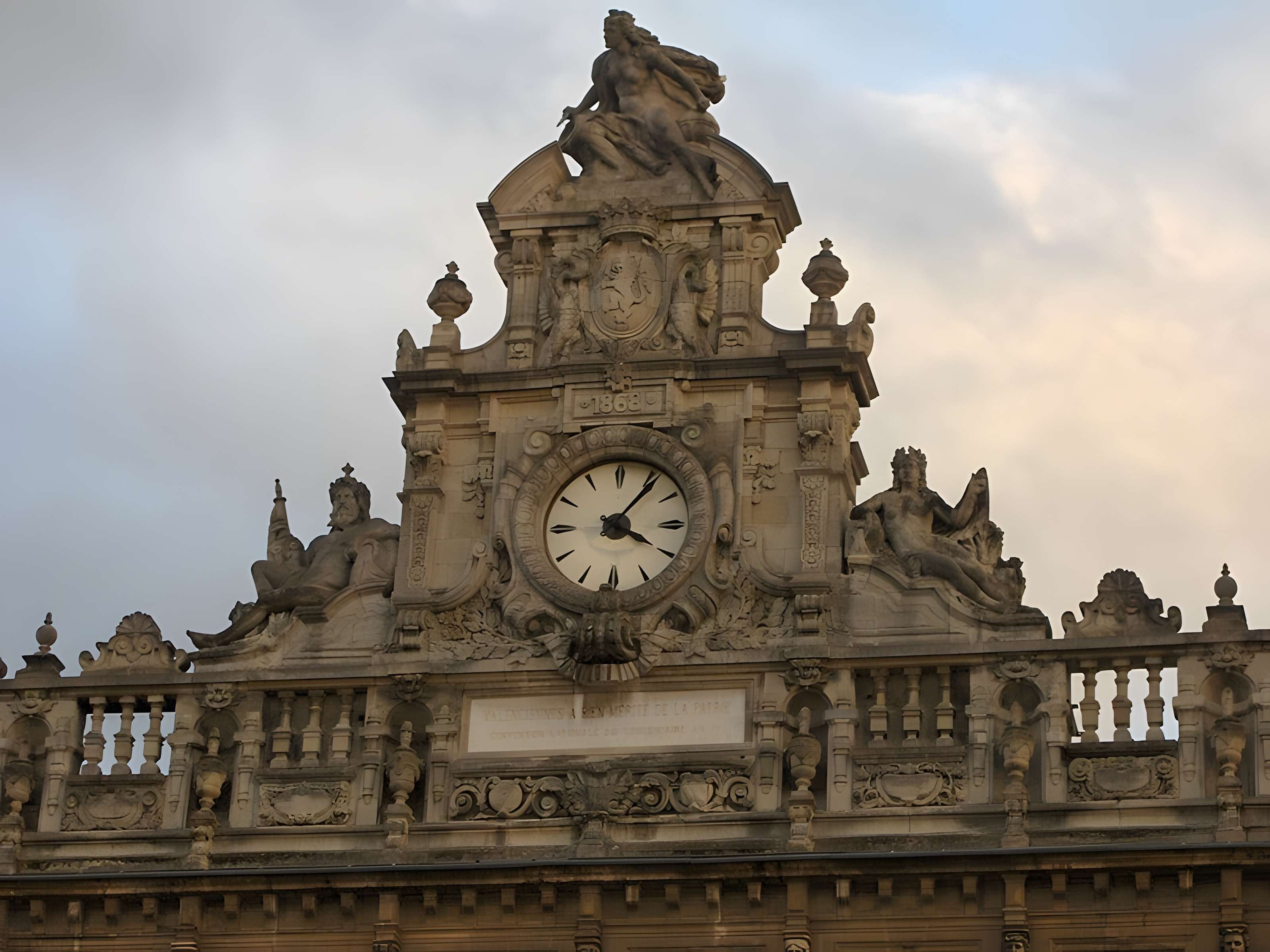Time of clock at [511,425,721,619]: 4:06
